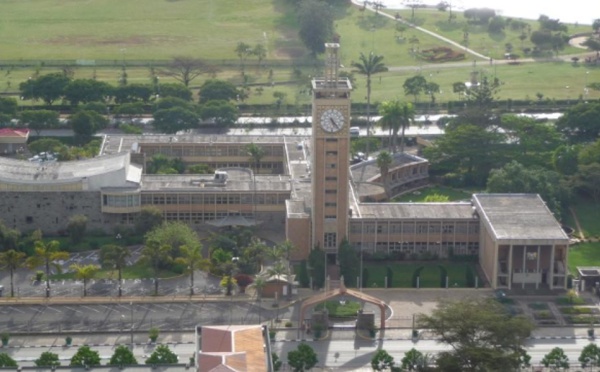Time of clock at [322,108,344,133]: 5:23
